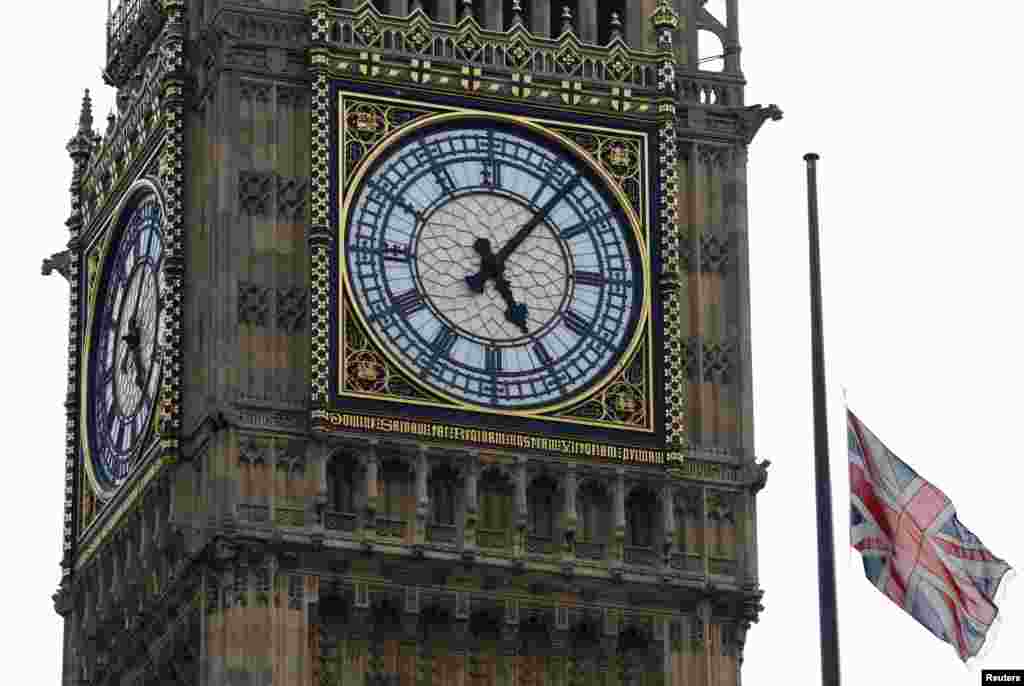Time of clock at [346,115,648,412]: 5:06
